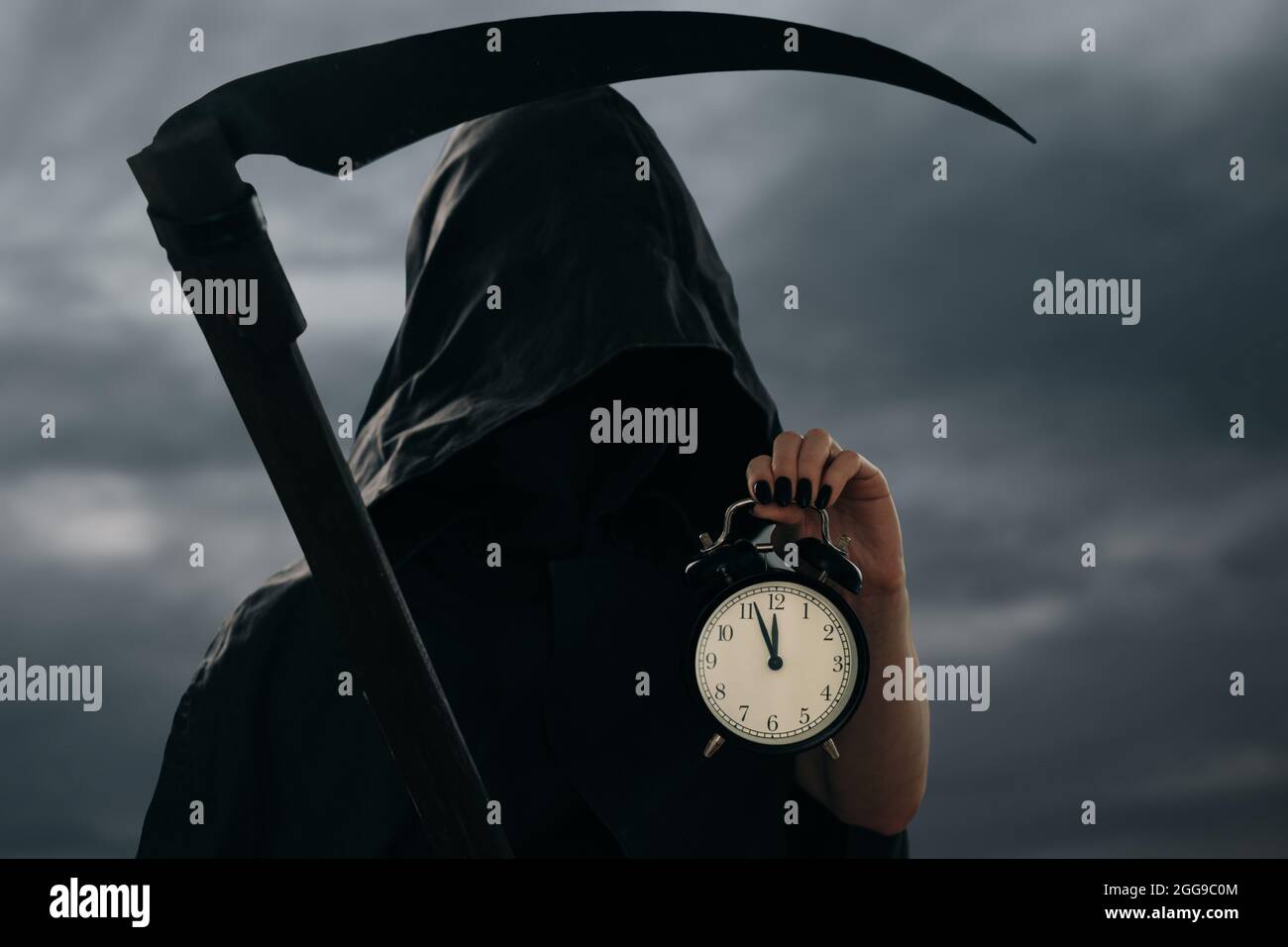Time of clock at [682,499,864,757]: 11:56
